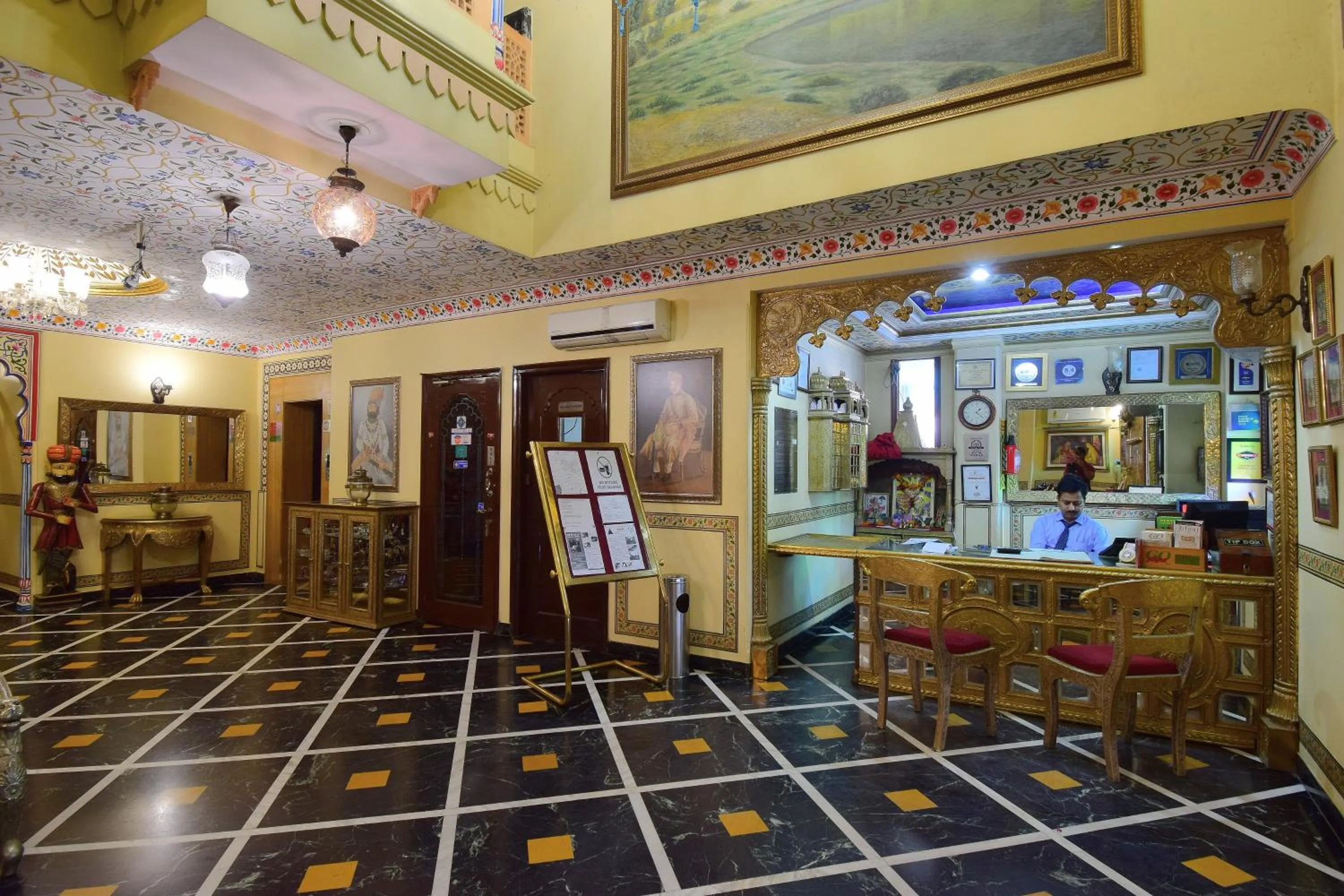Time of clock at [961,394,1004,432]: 1:21
